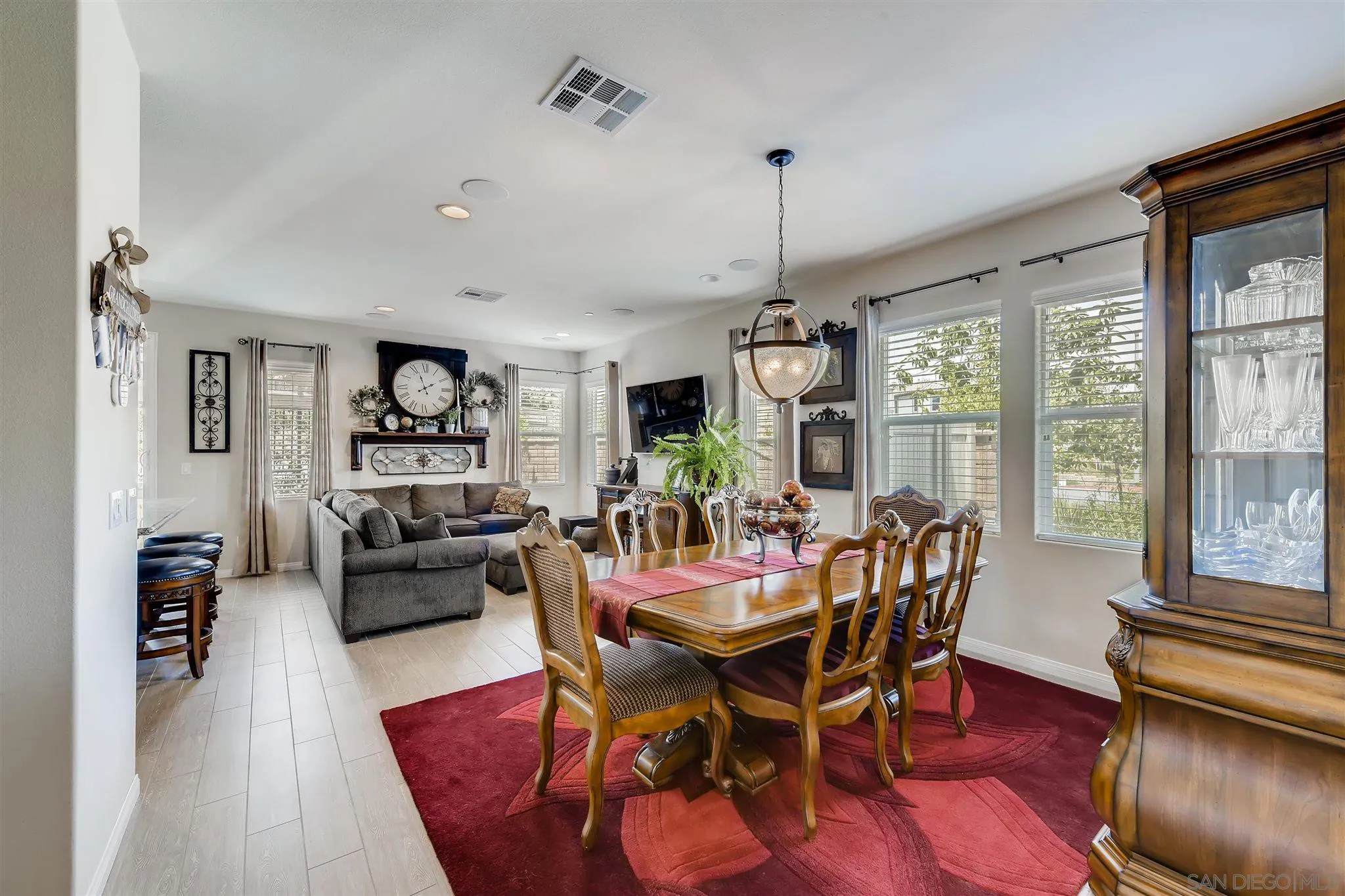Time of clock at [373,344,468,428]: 1:56
